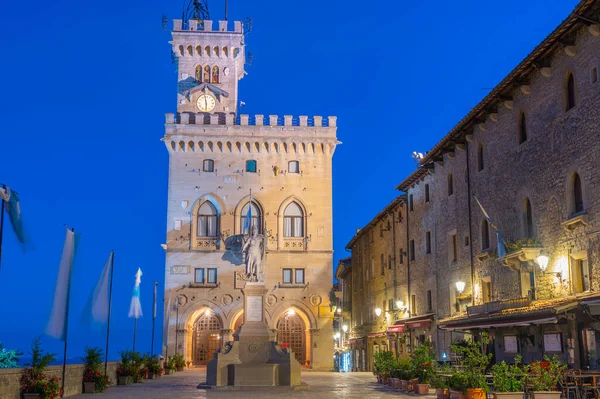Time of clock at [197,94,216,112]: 5:58
